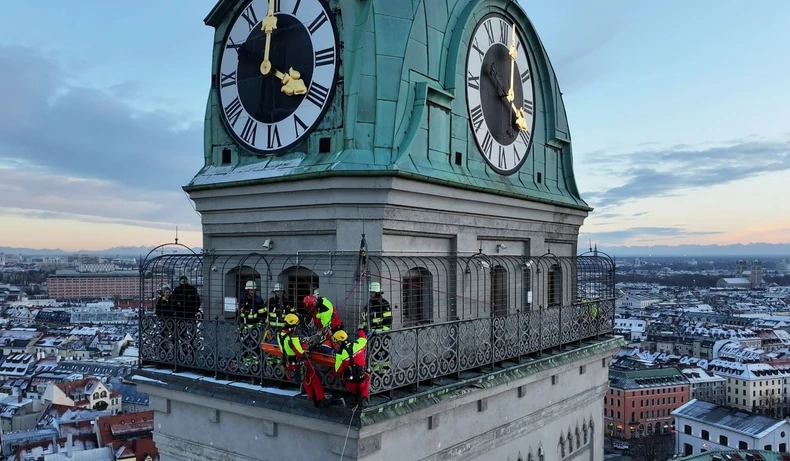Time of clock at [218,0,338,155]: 4:00
